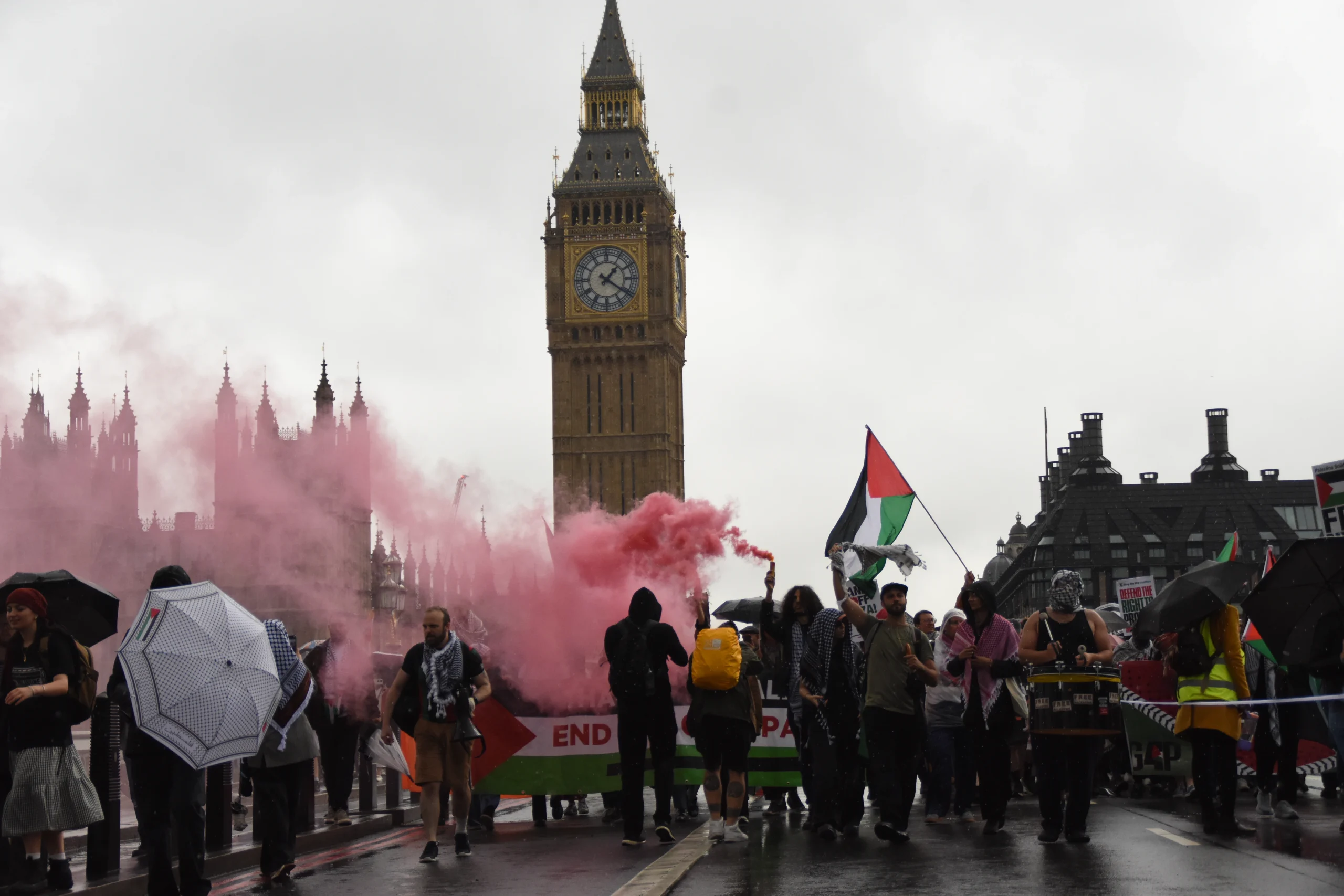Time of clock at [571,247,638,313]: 1:20
